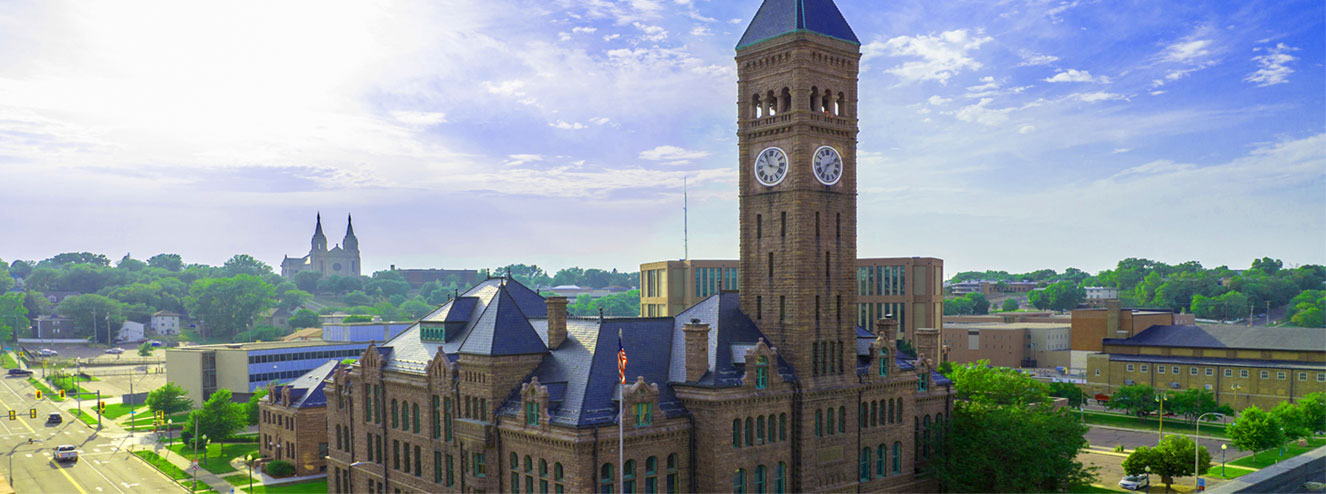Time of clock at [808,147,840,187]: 7:11
